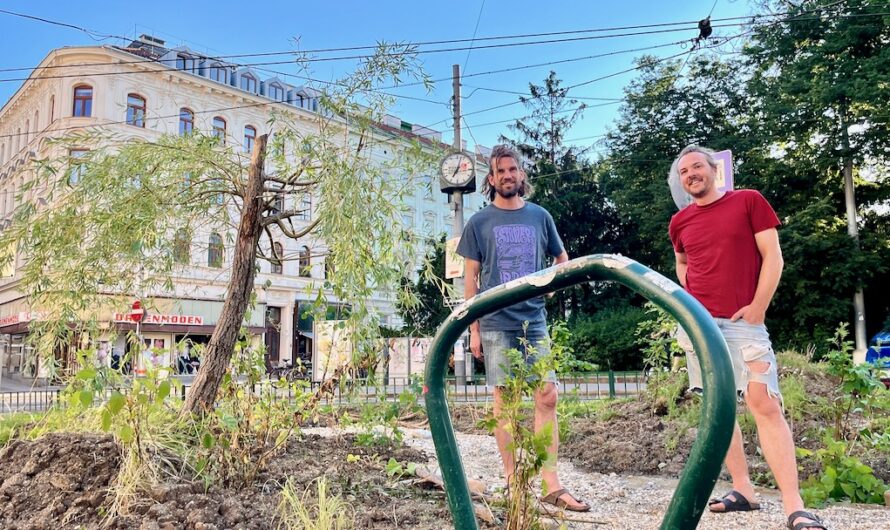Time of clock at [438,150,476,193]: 7:02
